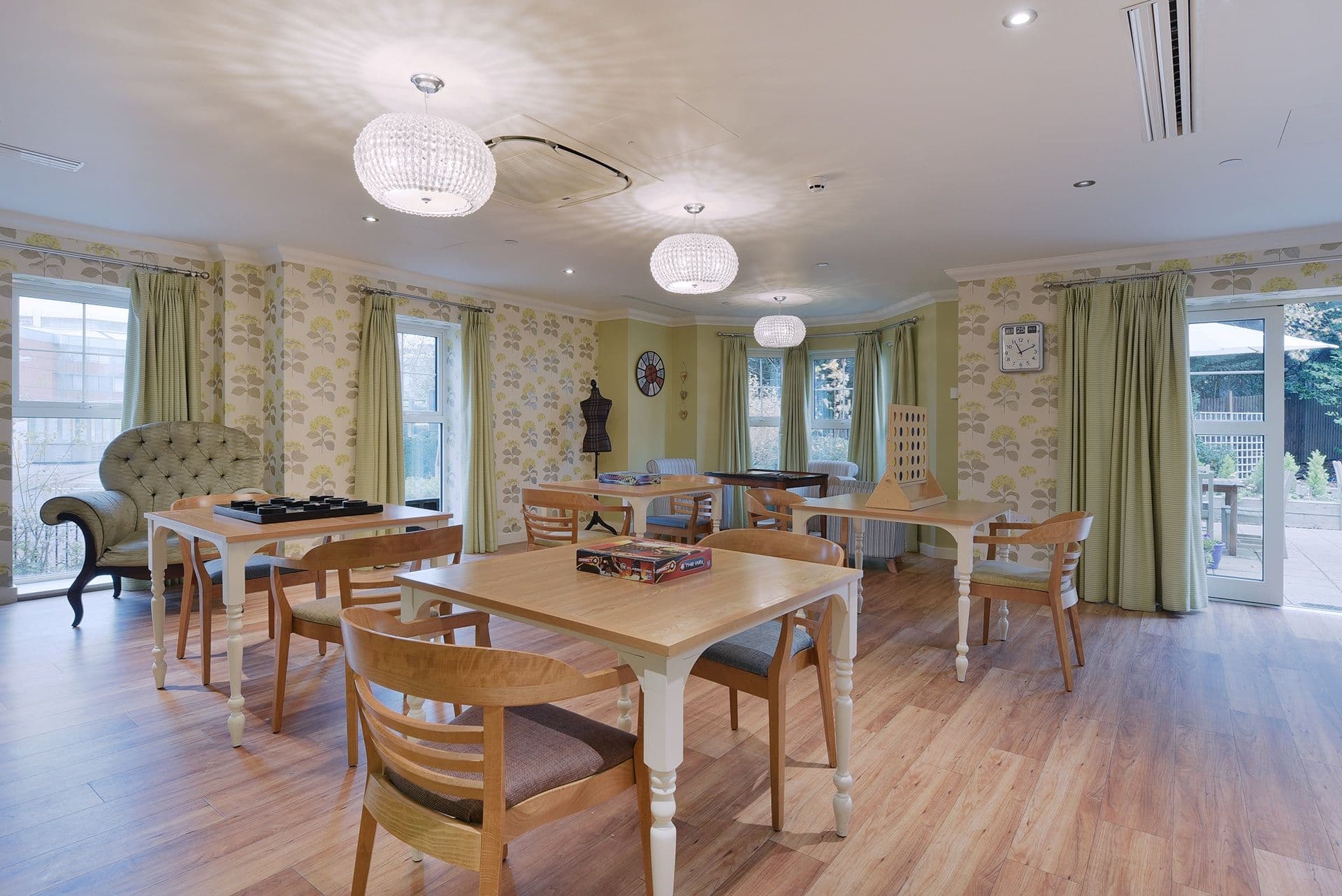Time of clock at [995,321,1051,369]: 11:11
